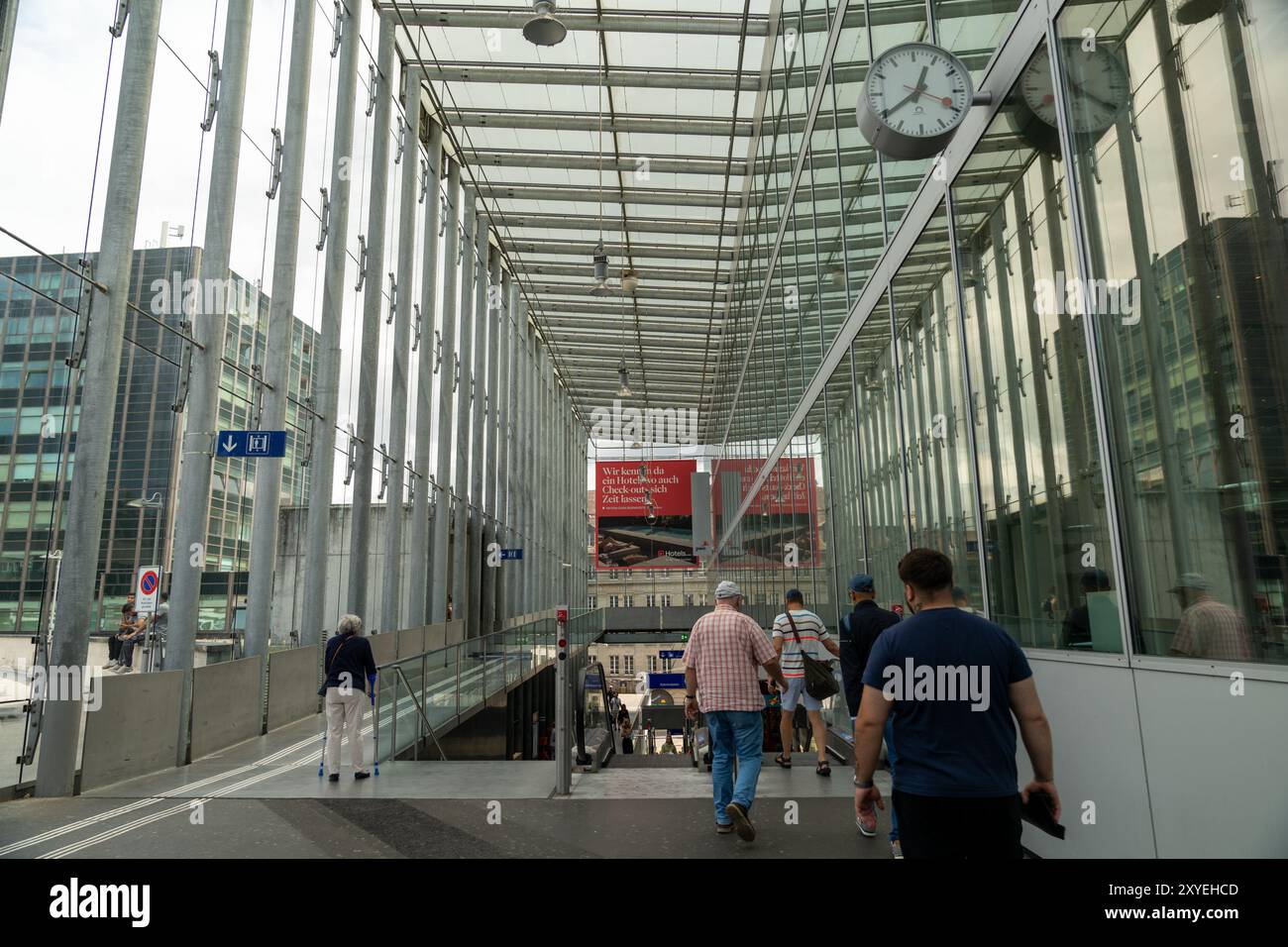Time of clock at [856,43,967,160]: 12:39
